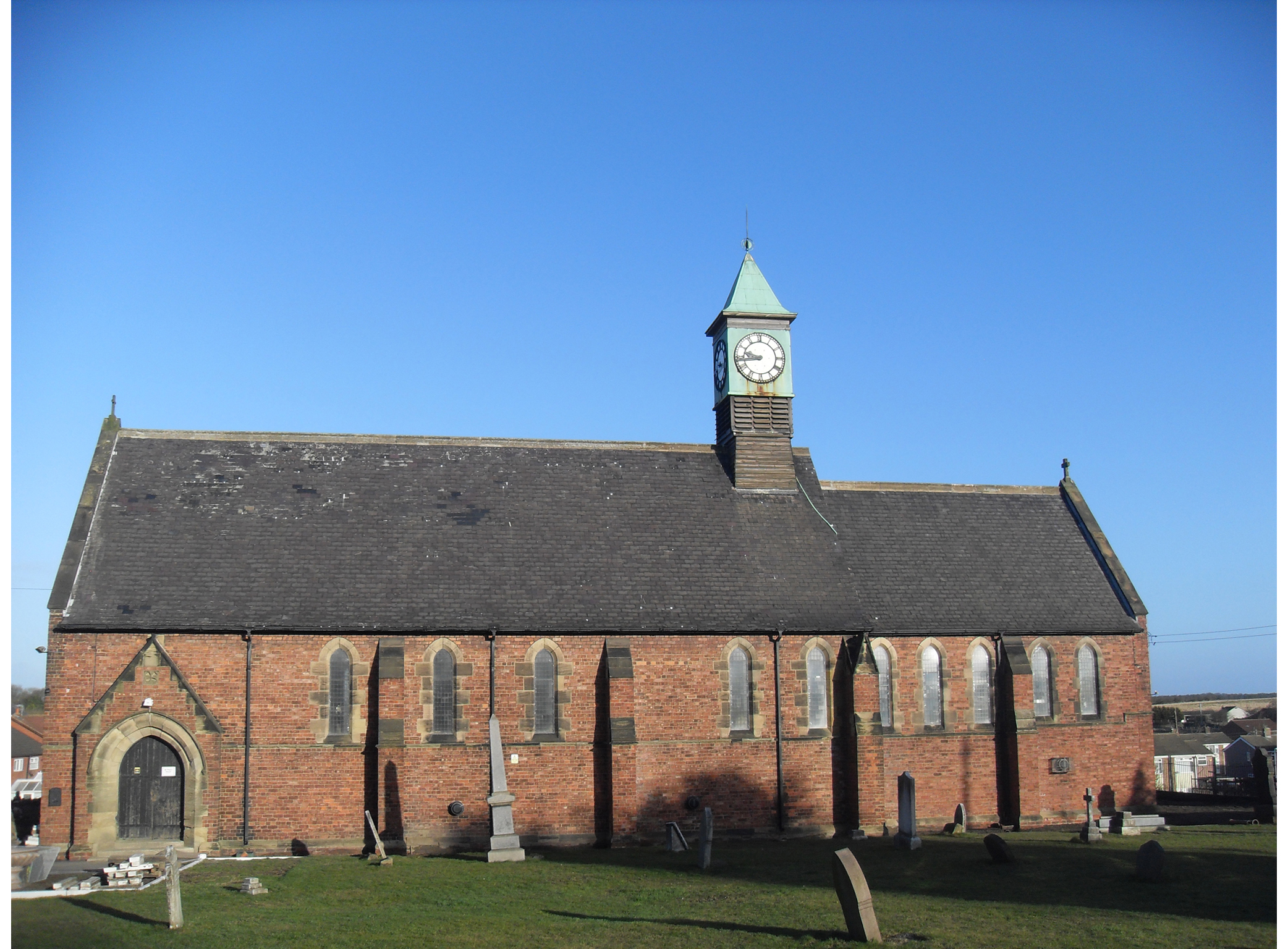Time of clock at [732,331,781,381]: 9:43
